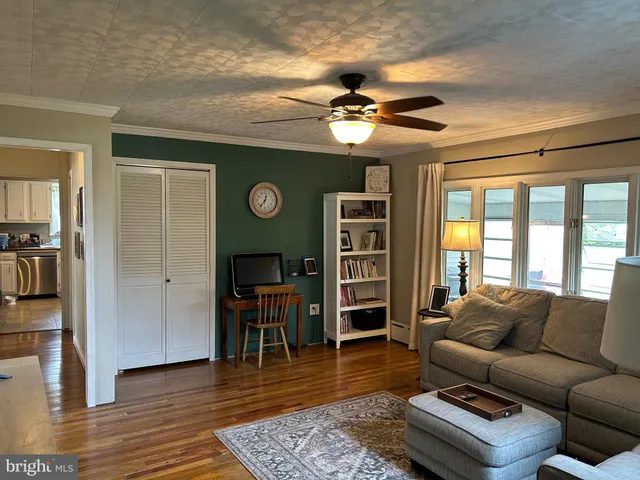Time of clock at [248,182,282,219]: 12:36
